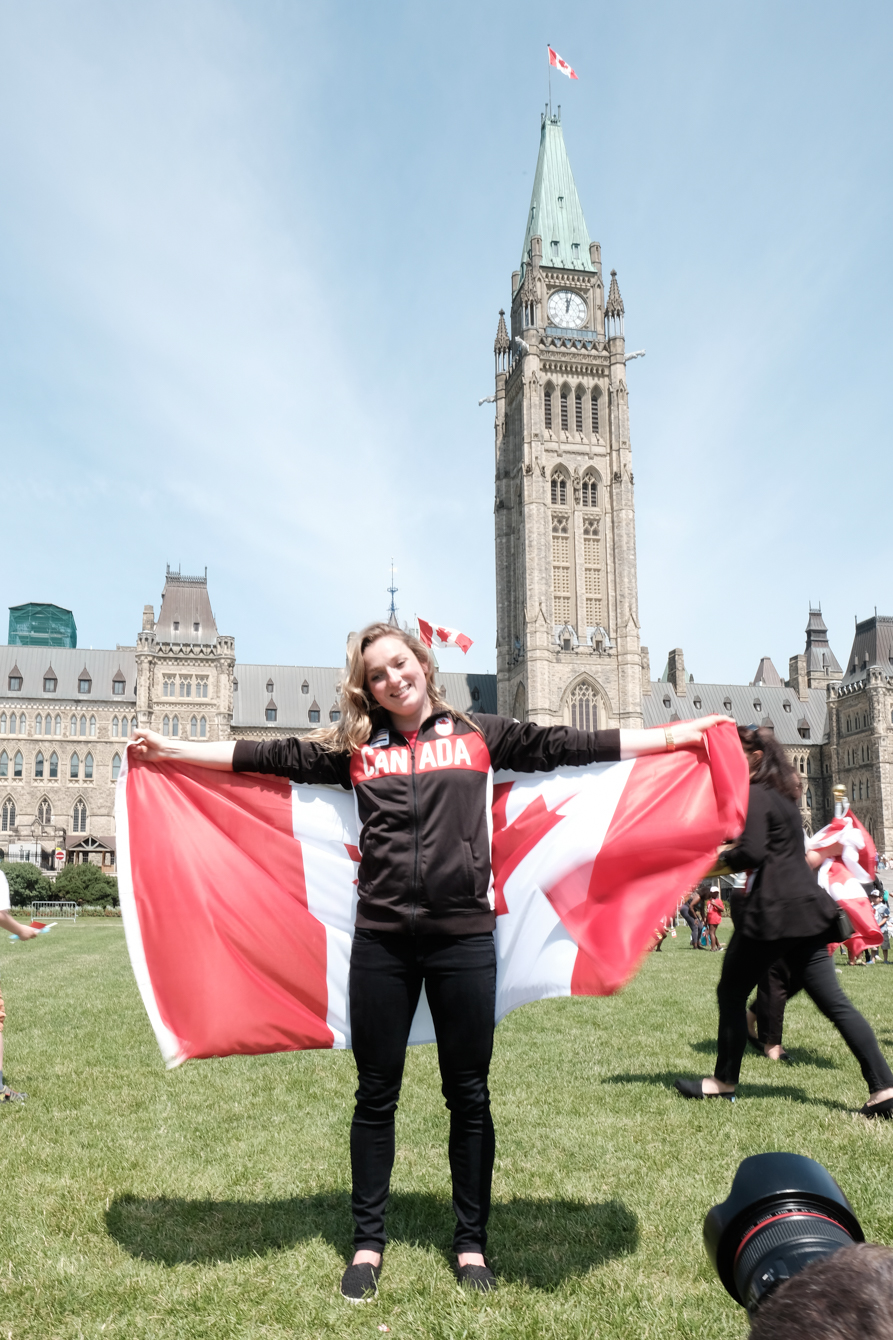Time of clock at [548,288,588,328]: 12:02
